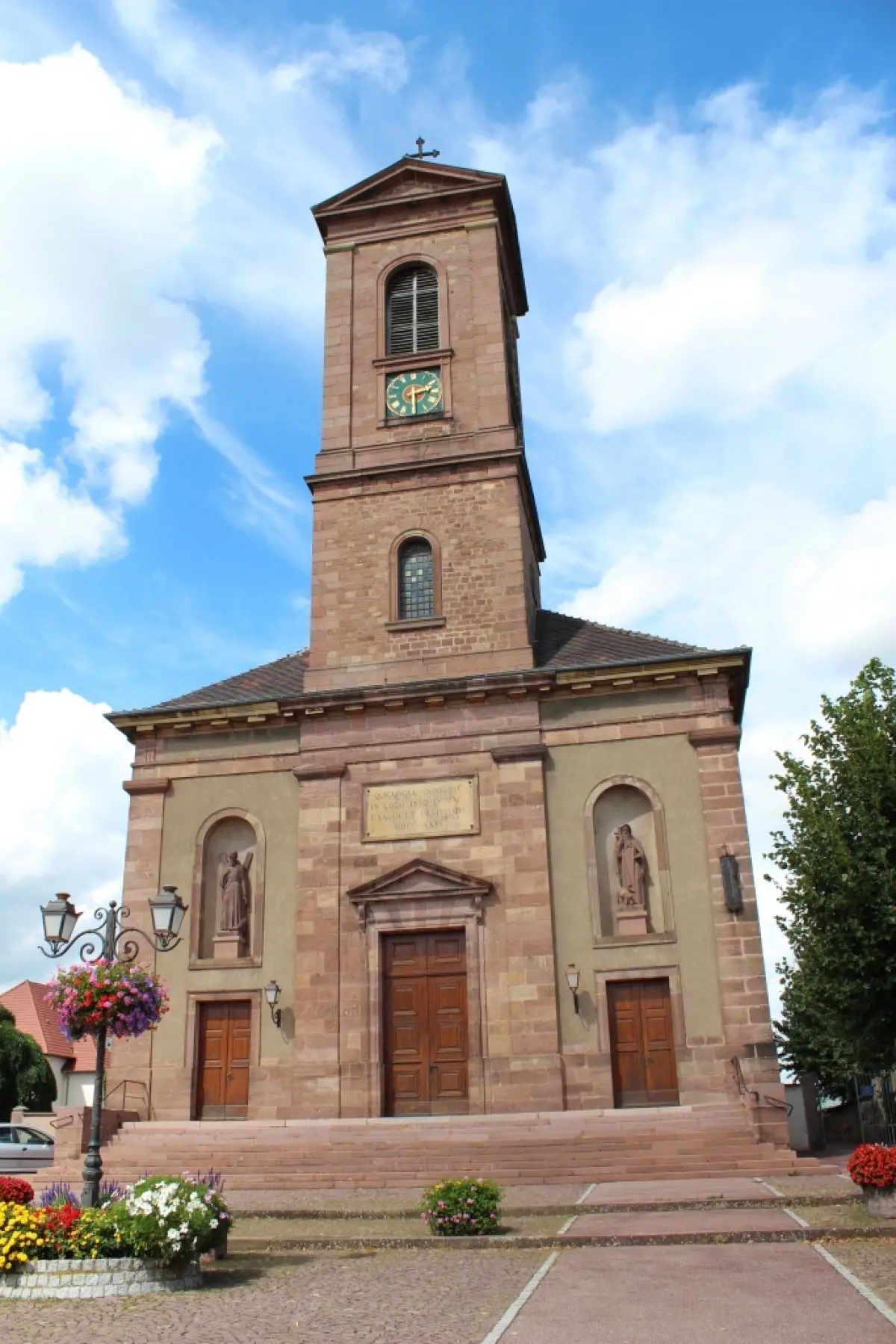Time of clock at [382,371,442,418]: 2:29
